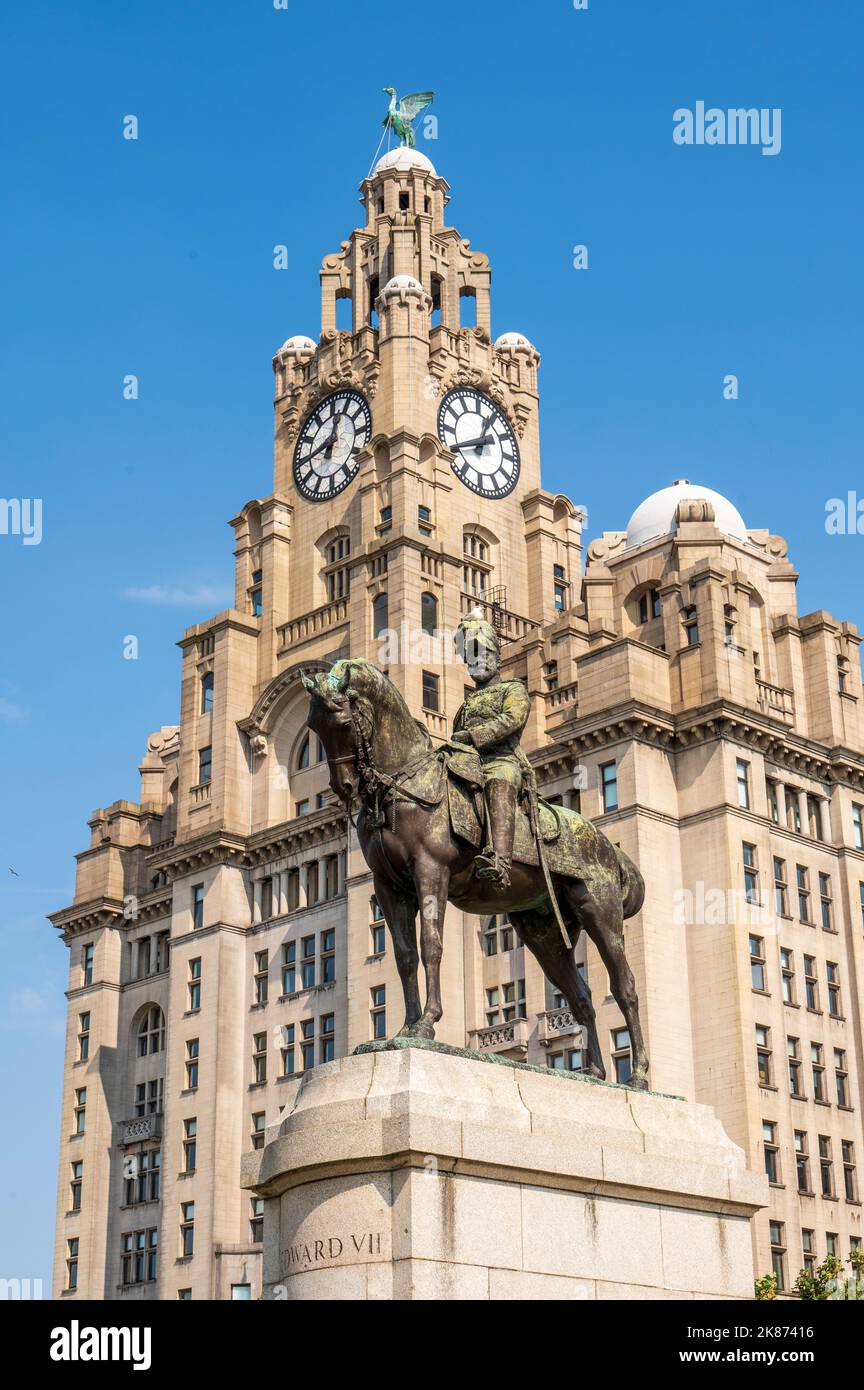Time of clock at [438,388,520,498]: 12:40
